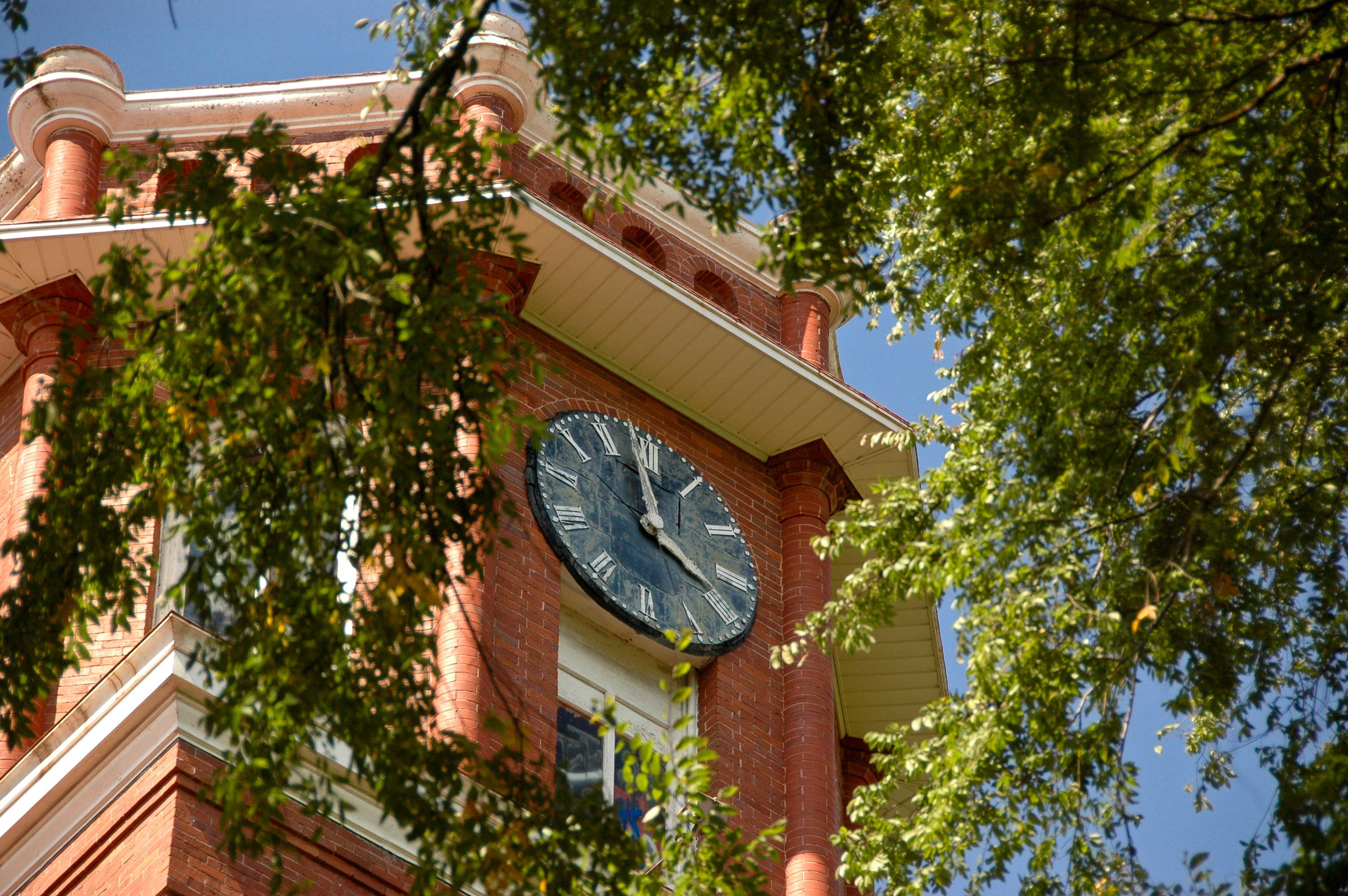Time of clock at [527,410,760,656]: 3:58
